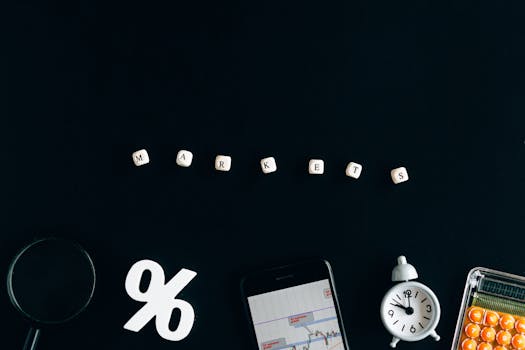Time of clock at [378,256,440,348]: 10:00
